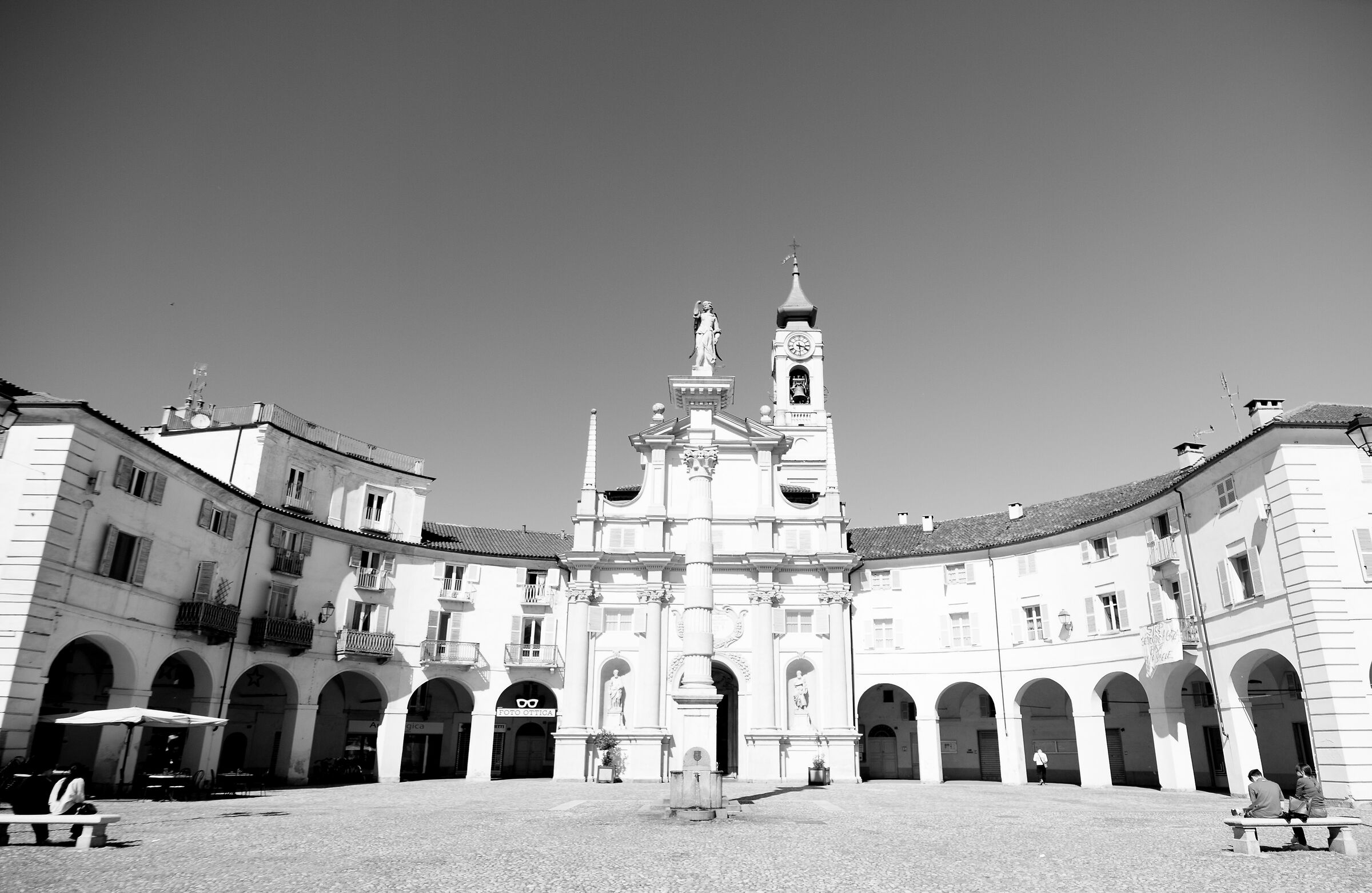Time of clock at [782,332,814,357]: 3:28
